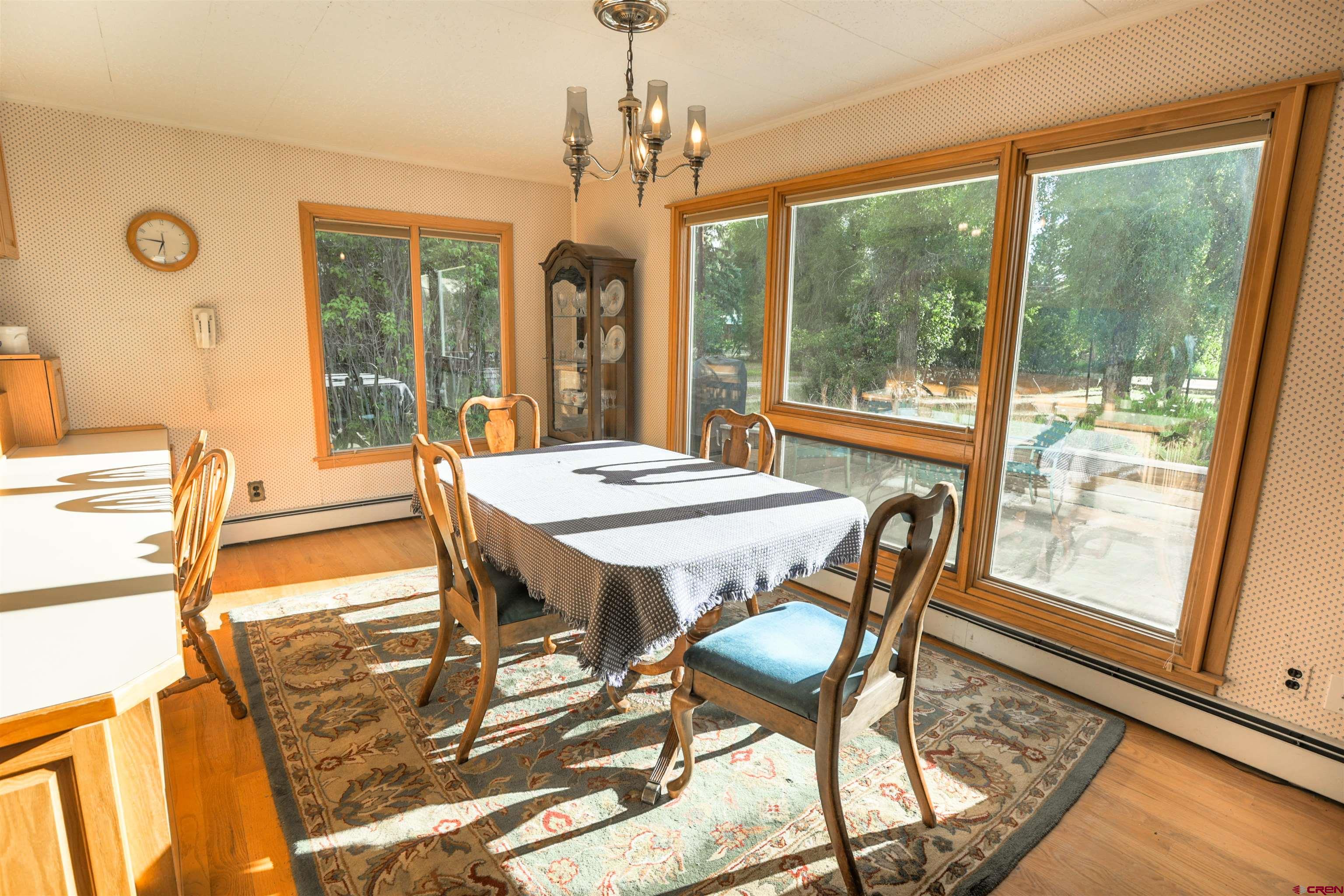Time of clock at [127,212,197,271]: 6:46
